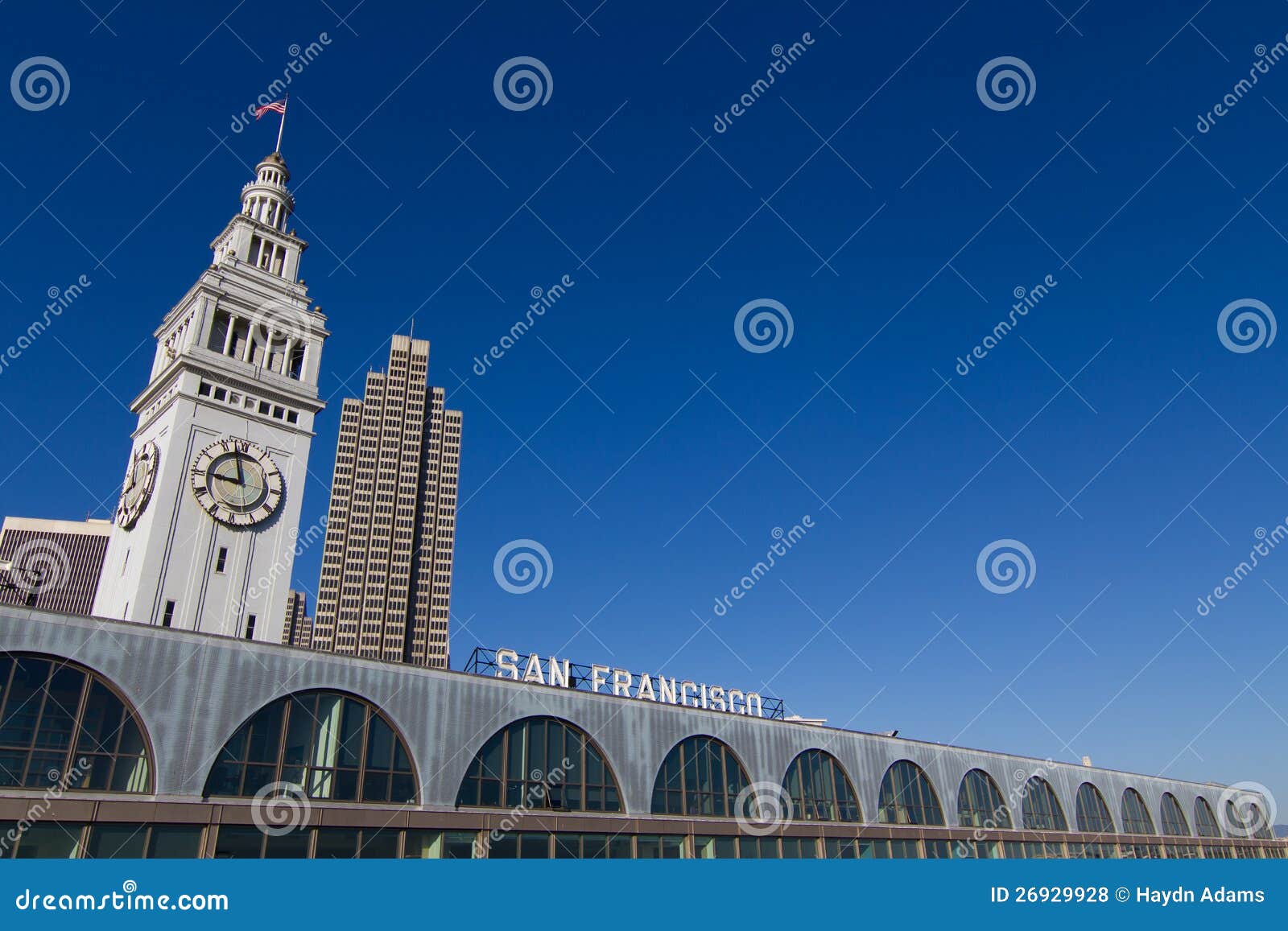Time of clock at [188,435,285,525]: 8:57
